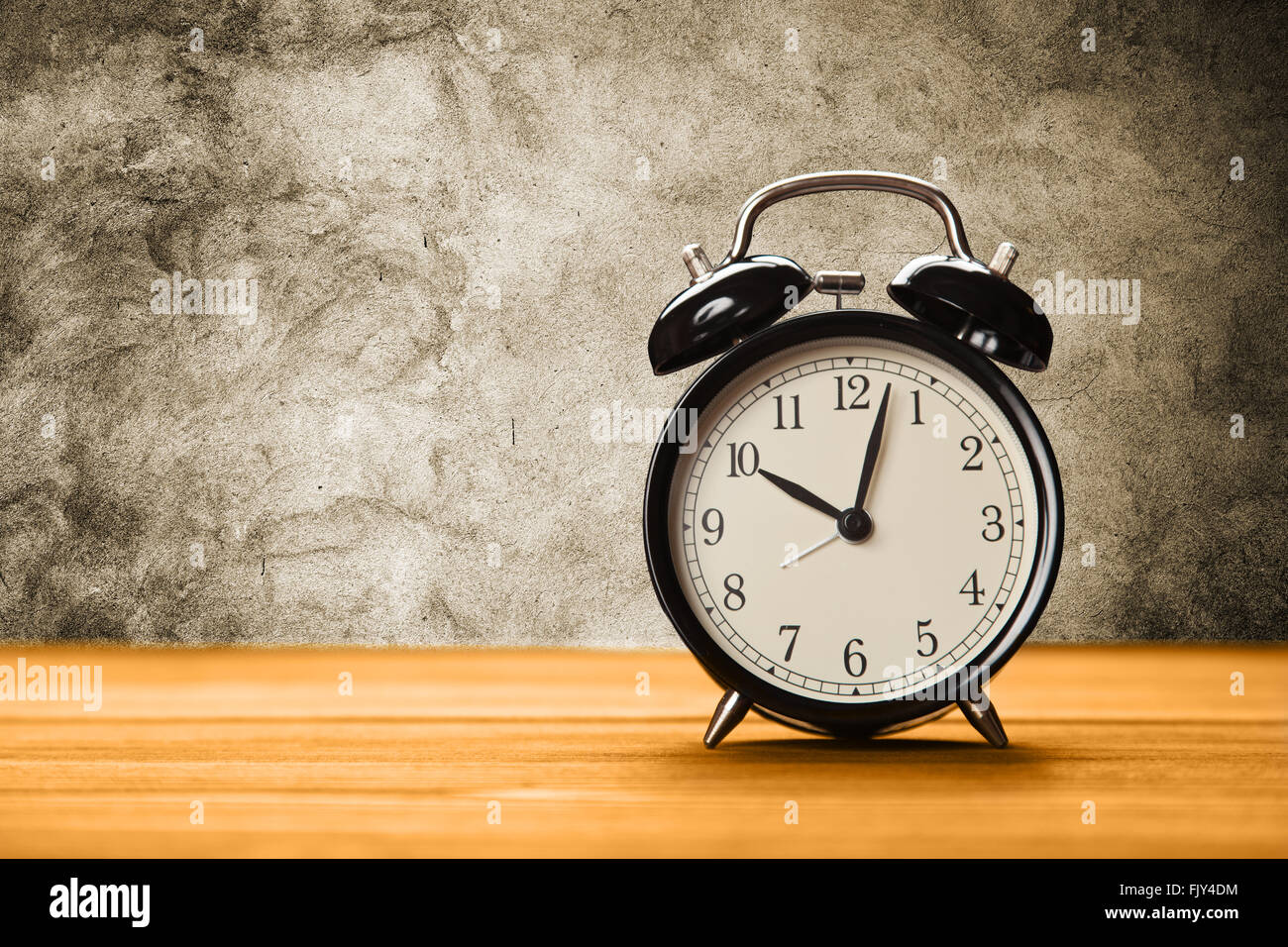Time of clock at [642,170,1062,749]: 10:02
